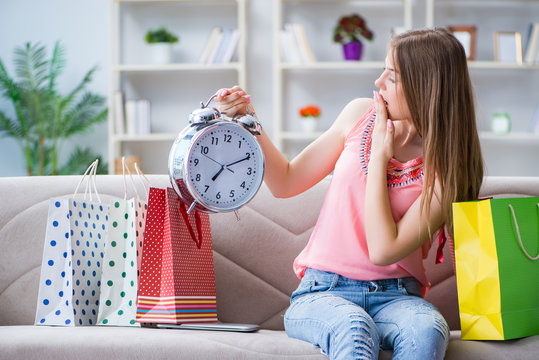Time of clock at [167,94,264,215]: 7:10
